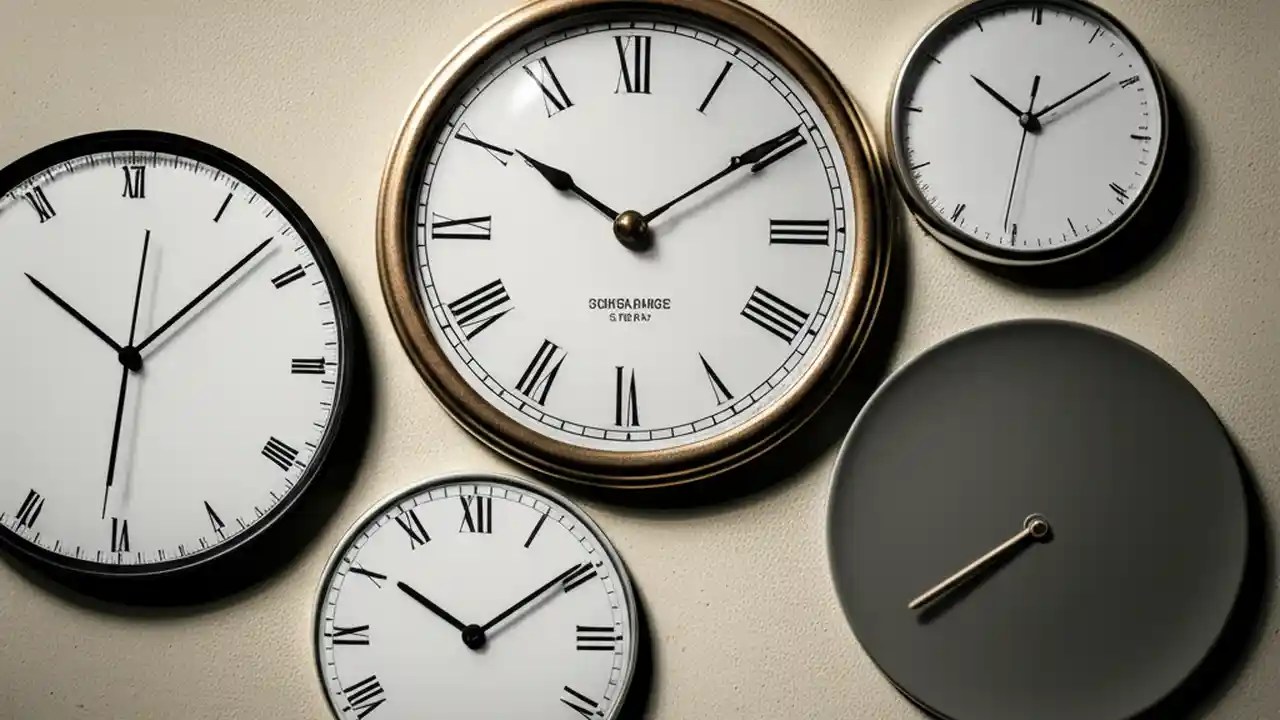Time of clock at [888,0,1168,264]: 10:08
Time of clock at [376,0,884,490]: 10:09
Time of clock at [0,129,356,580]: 10:08
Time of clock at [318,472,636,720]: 10:09
